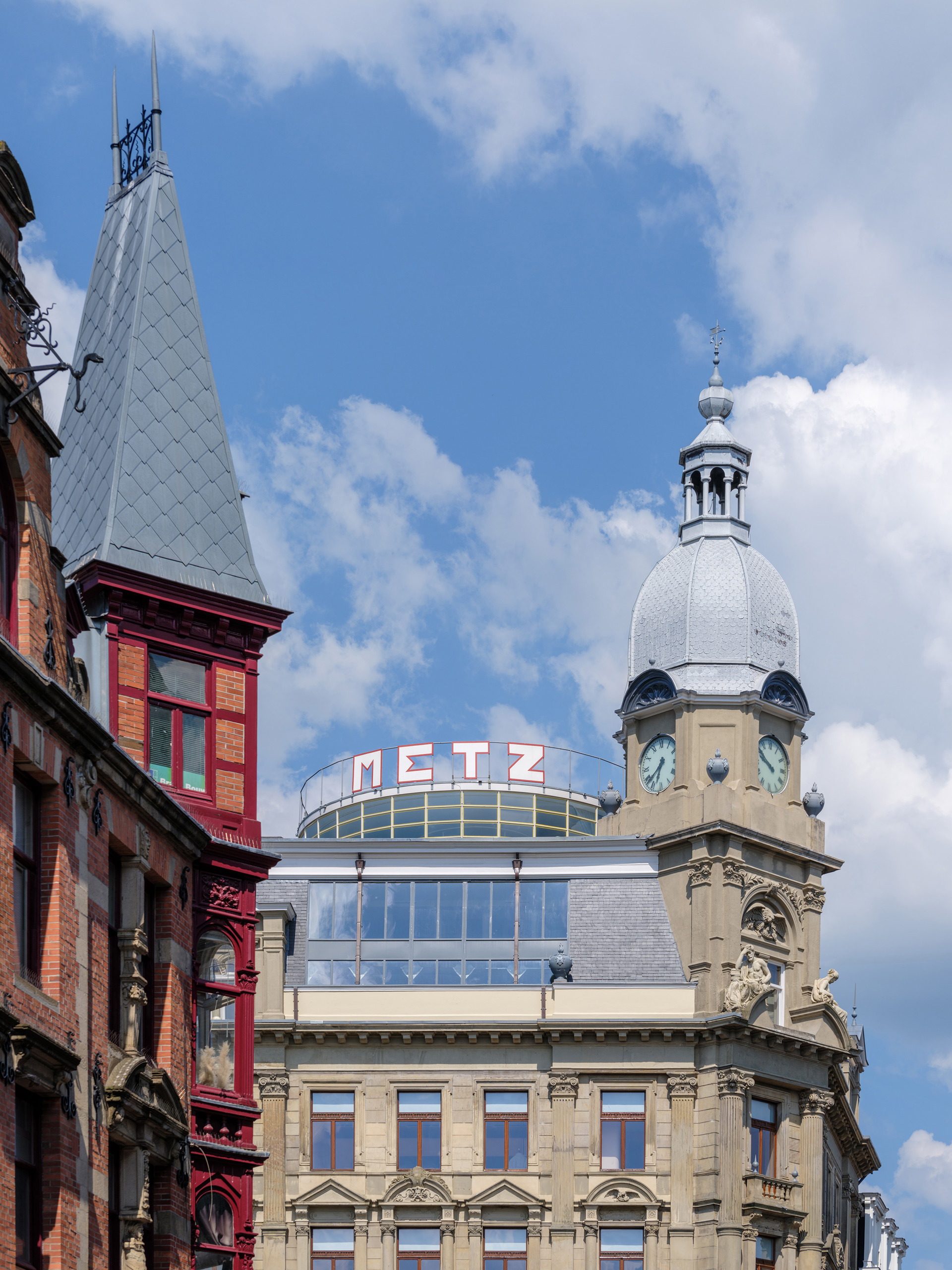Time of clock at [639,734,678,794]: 6:38
